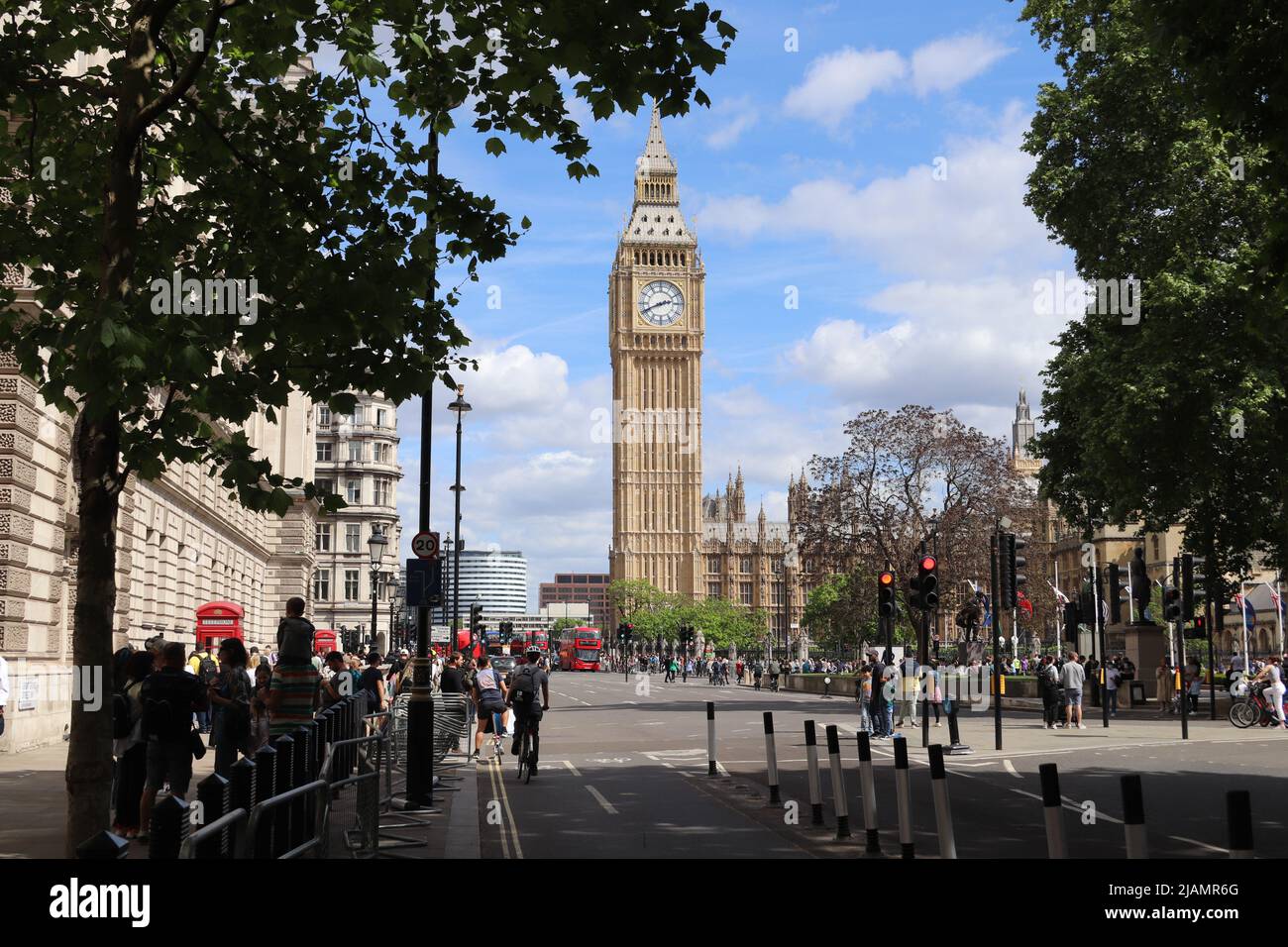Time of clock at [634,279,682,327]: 2:41
